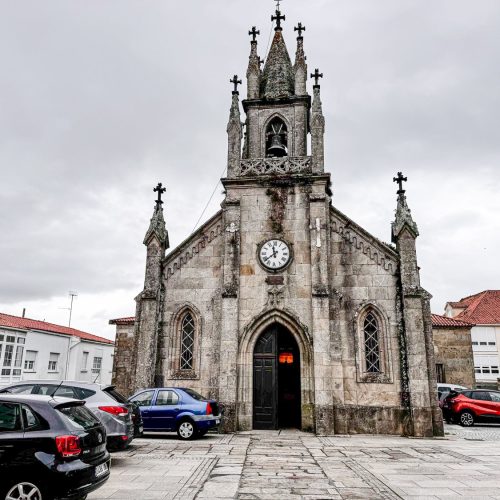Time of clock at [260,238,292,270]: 11:38
